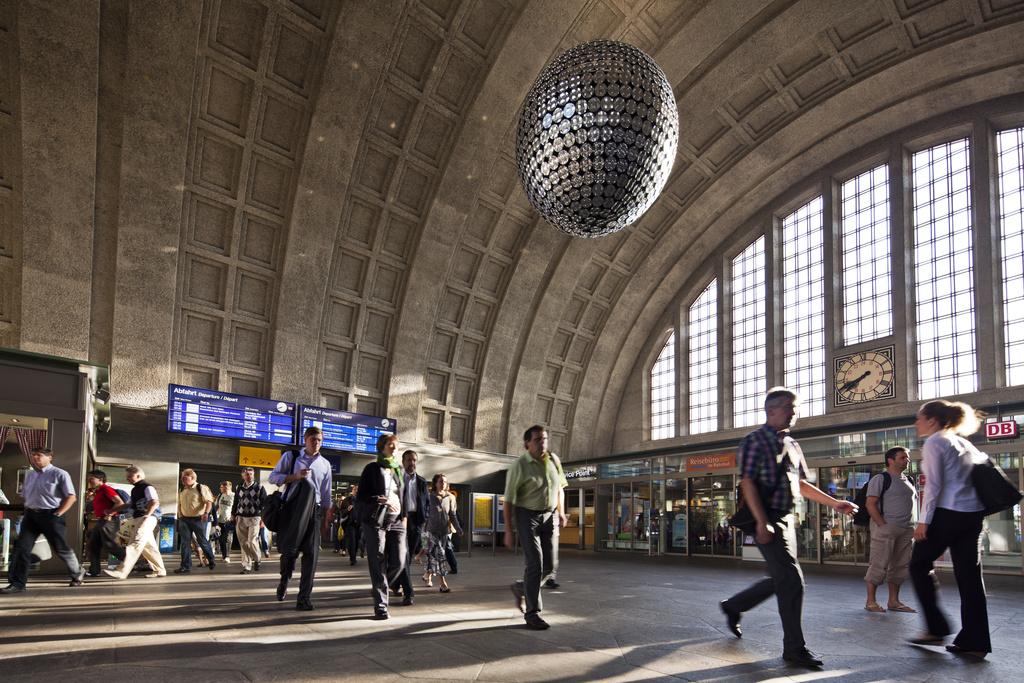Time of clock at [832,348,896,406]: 7:41
